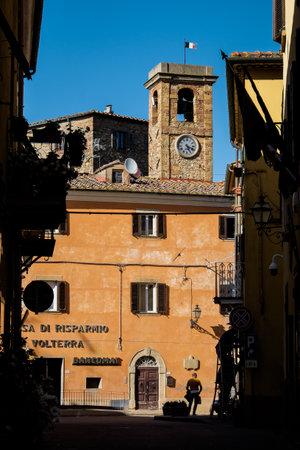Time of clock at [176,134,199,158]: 5:18
